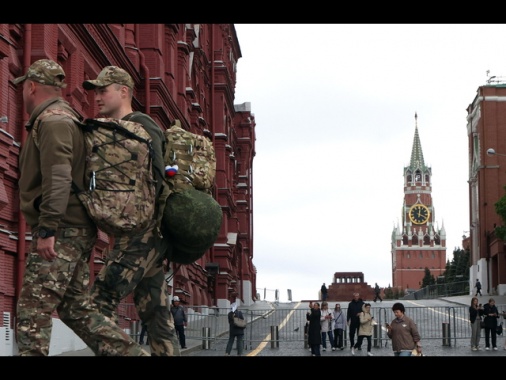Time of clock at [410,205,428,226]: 12:19
